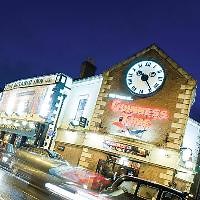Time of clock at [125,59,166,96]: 10:24
